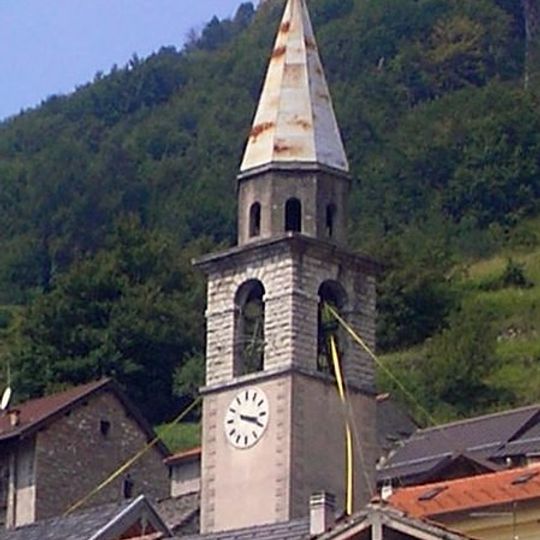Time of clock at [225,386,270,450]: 3:19
